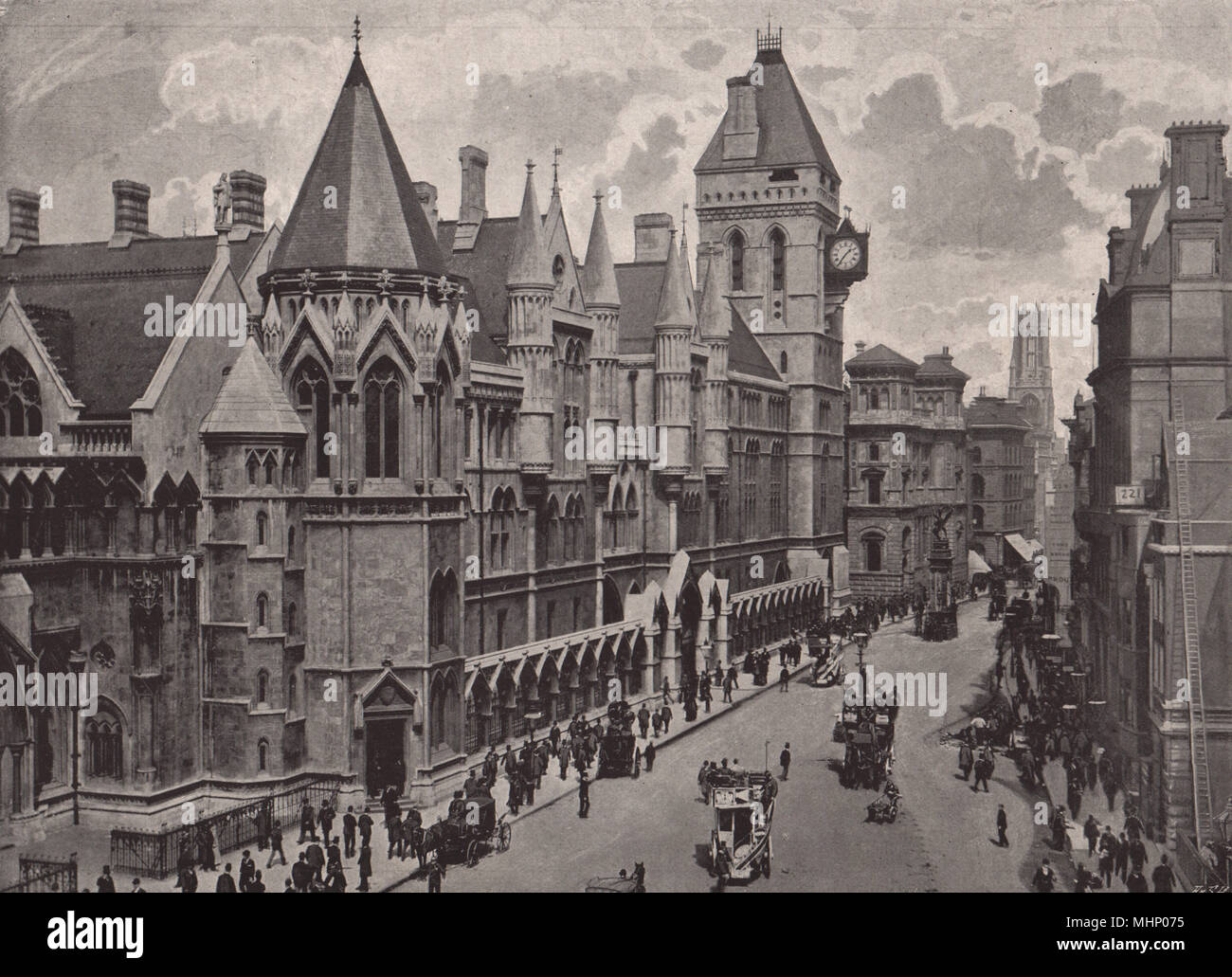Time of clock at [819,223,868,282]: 1:36
